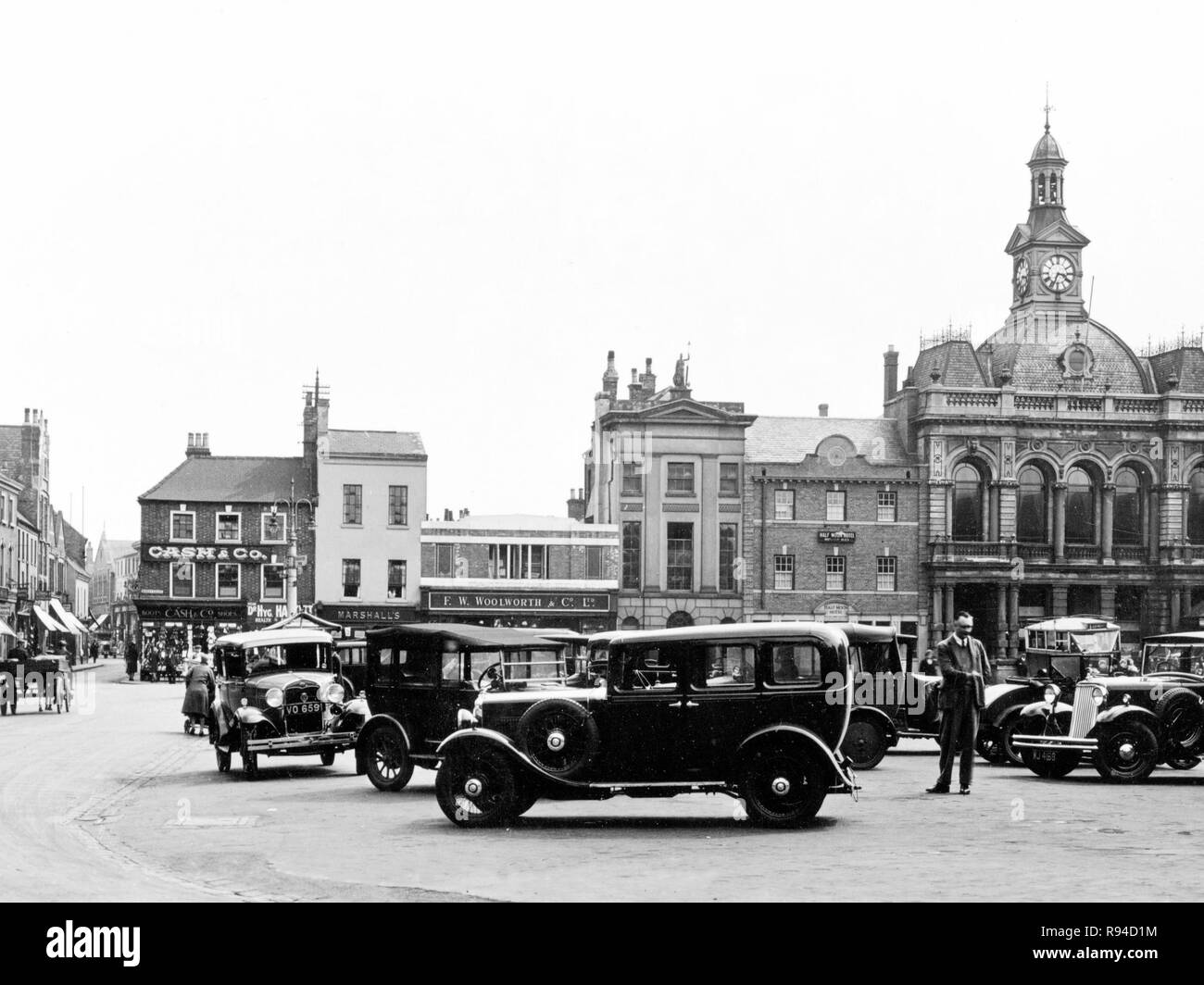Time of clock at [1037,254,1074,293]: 3:33
